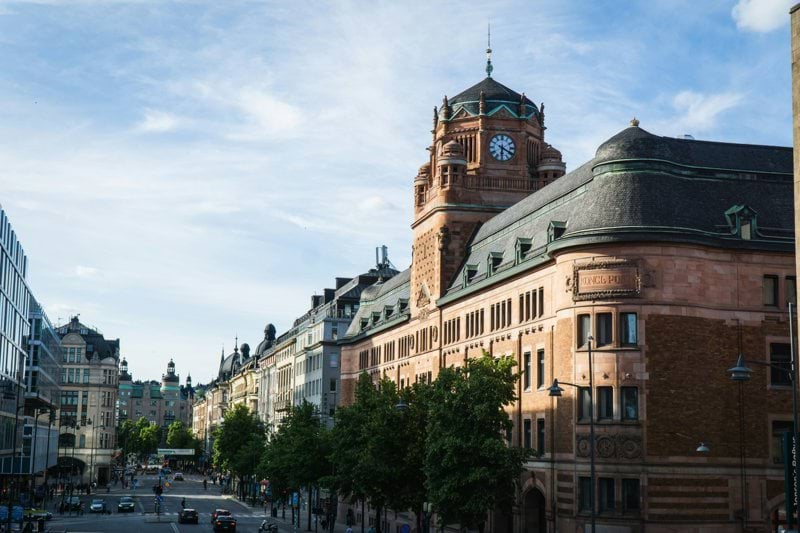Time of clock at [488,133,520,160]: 6:19
